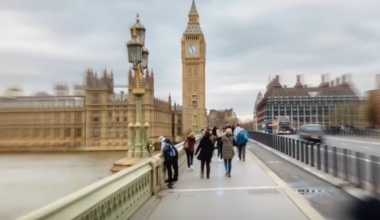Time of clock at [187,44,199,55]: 4:57
